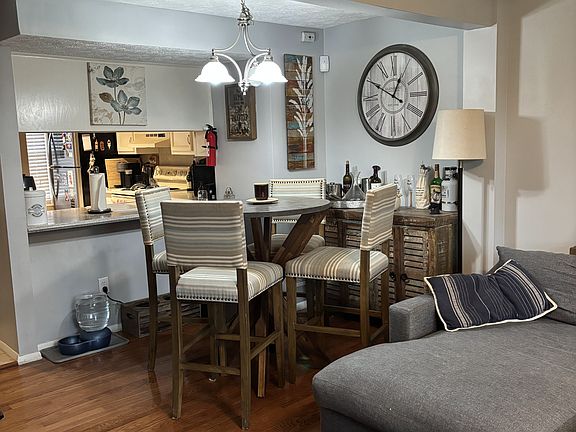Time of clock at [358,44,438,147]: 12:49
